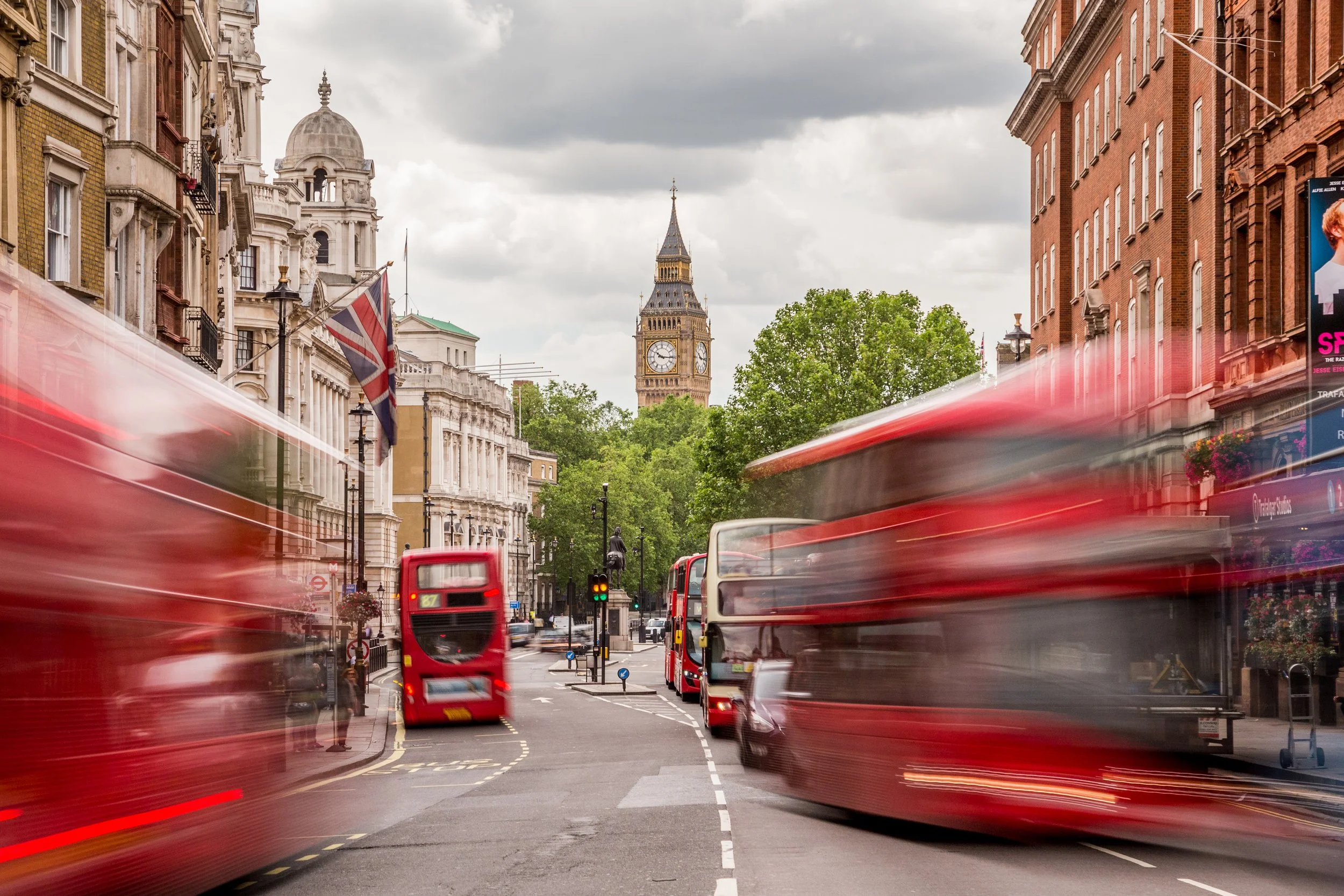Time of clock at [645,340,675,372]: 10:15
